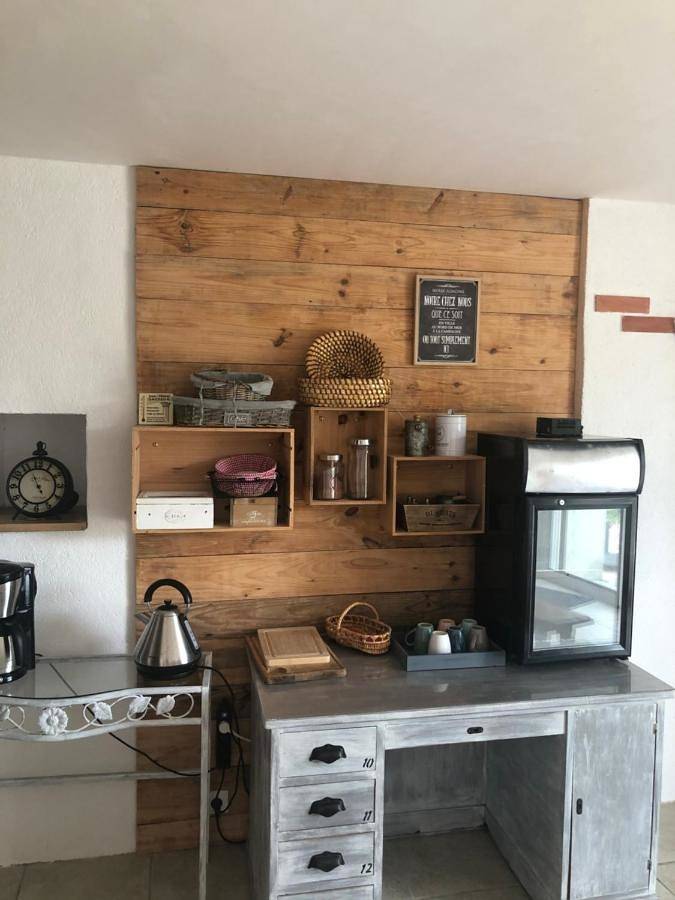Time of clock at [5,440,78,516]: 4:56
